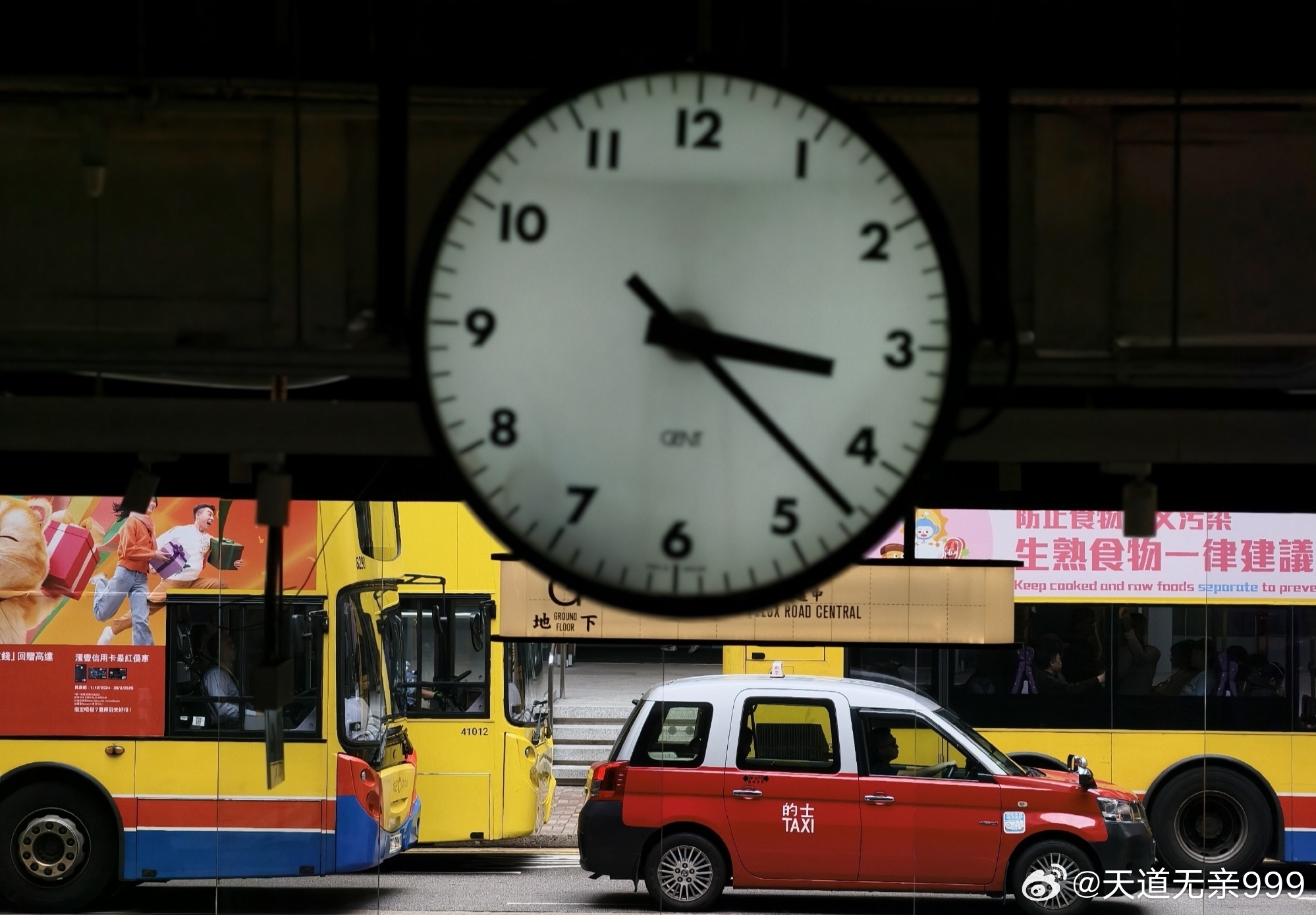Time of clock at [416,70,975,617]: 3:22
